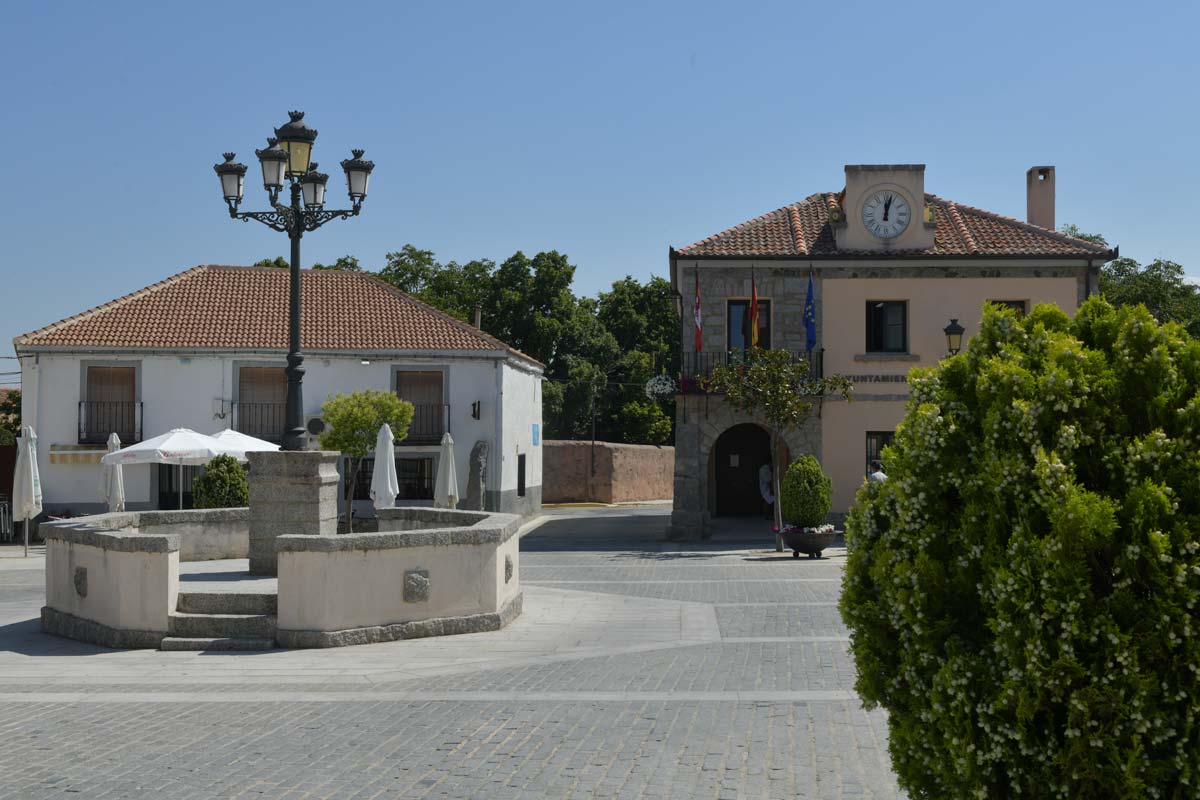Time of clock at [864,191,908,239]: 12:02
